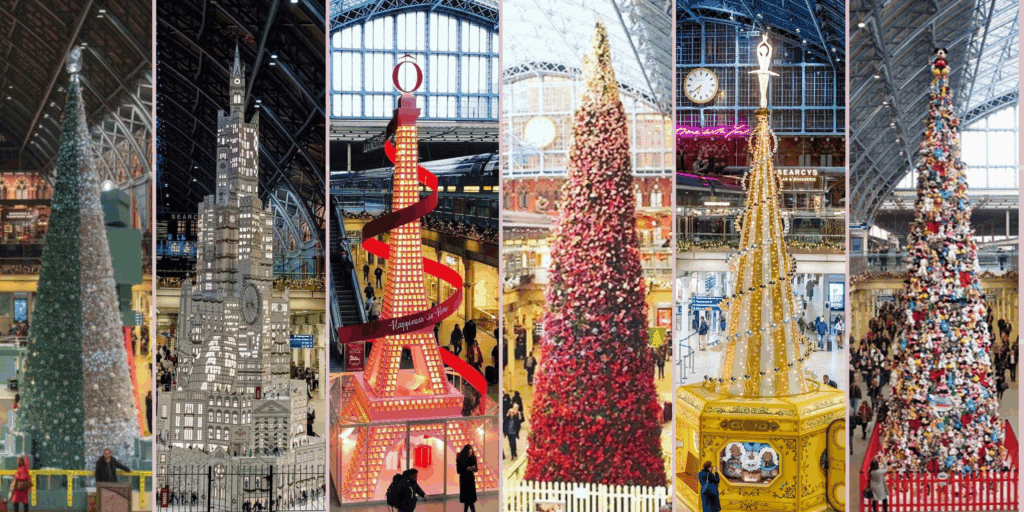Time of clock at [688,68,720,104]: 6:38
